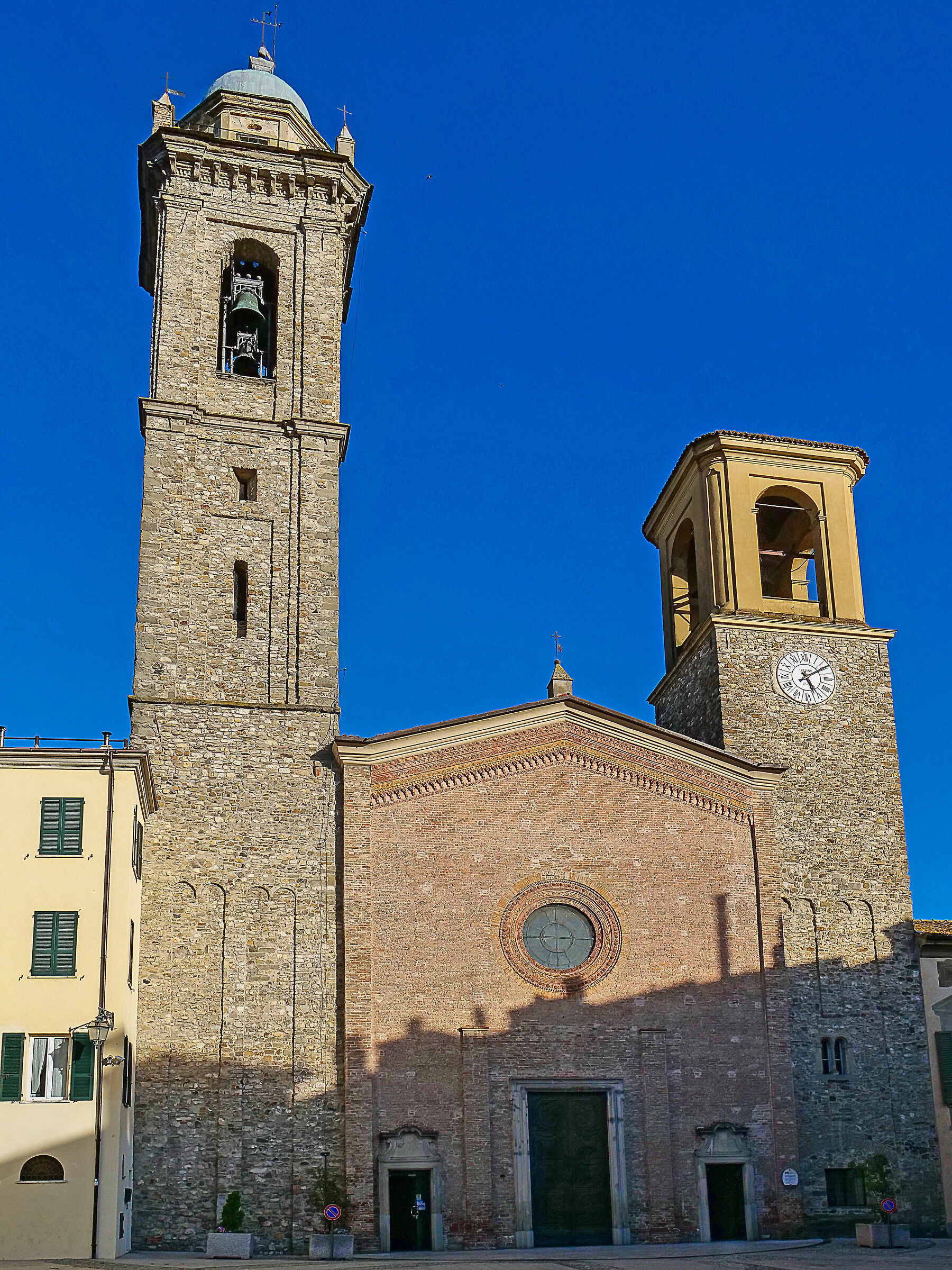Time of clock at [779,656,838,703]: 5:09
